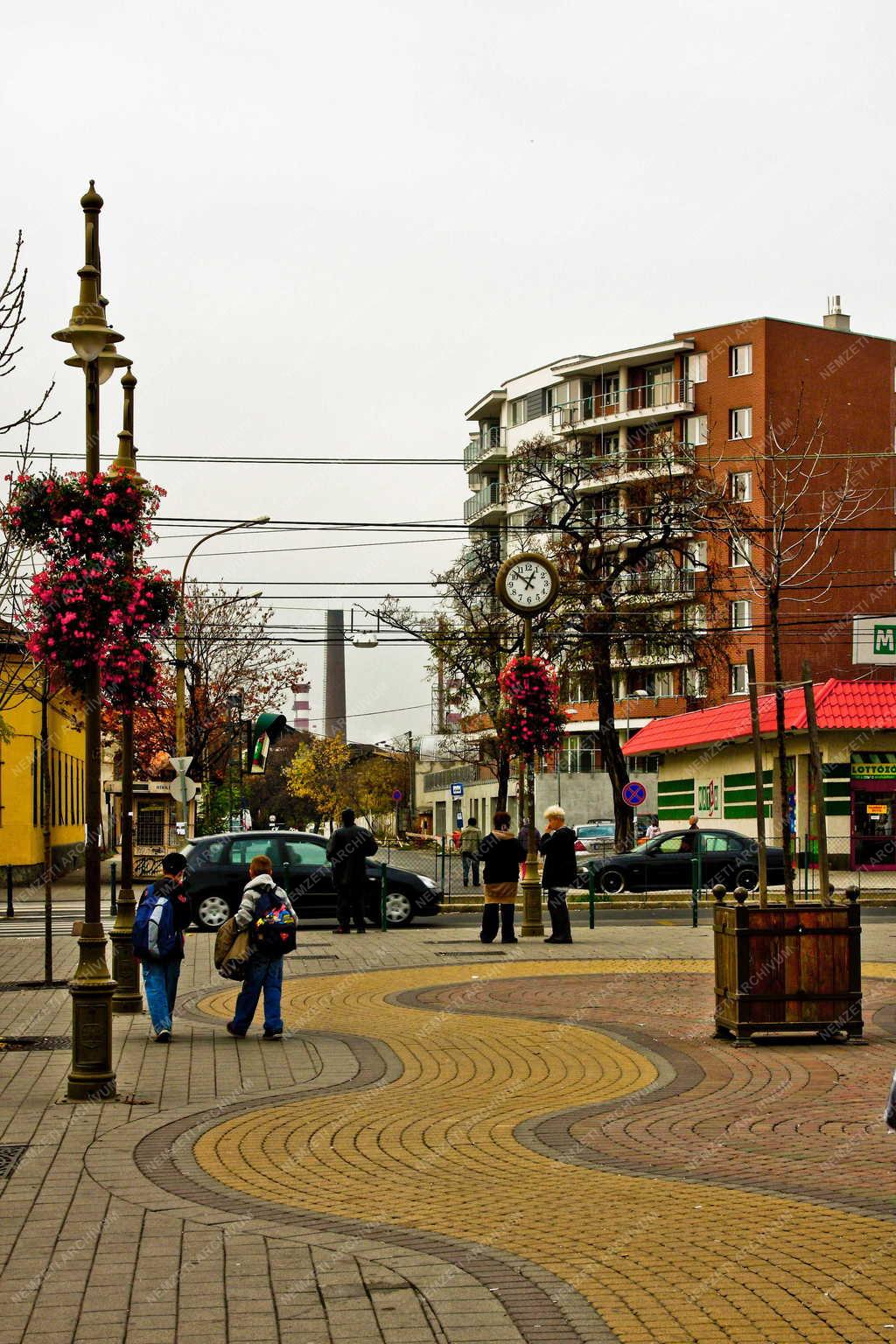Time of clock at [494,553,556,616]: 12:52
